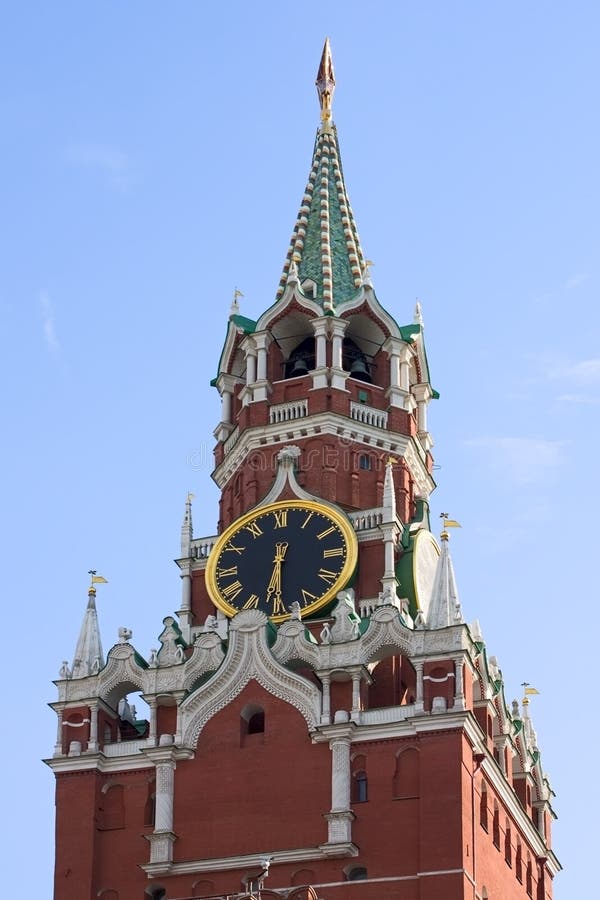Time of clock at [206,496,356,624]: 6:30
